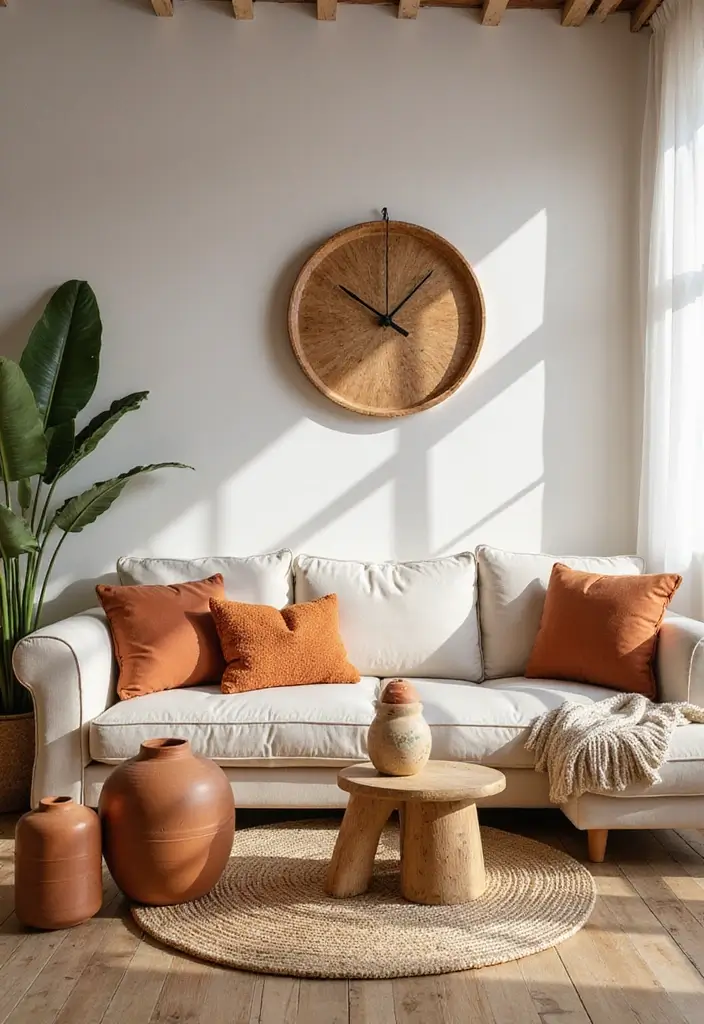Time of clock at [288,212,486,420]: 10:07
